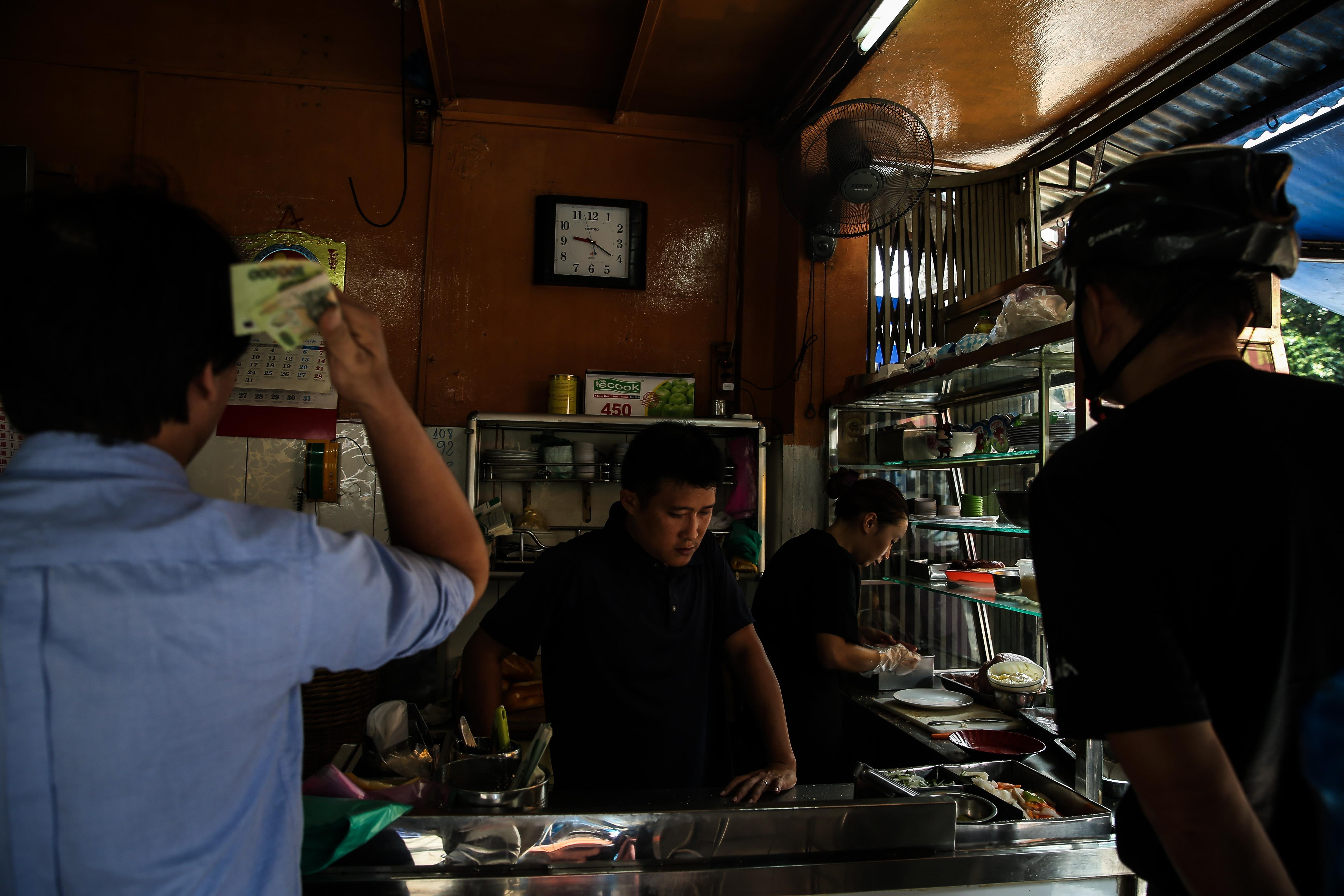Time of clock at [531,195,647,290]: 9:20
